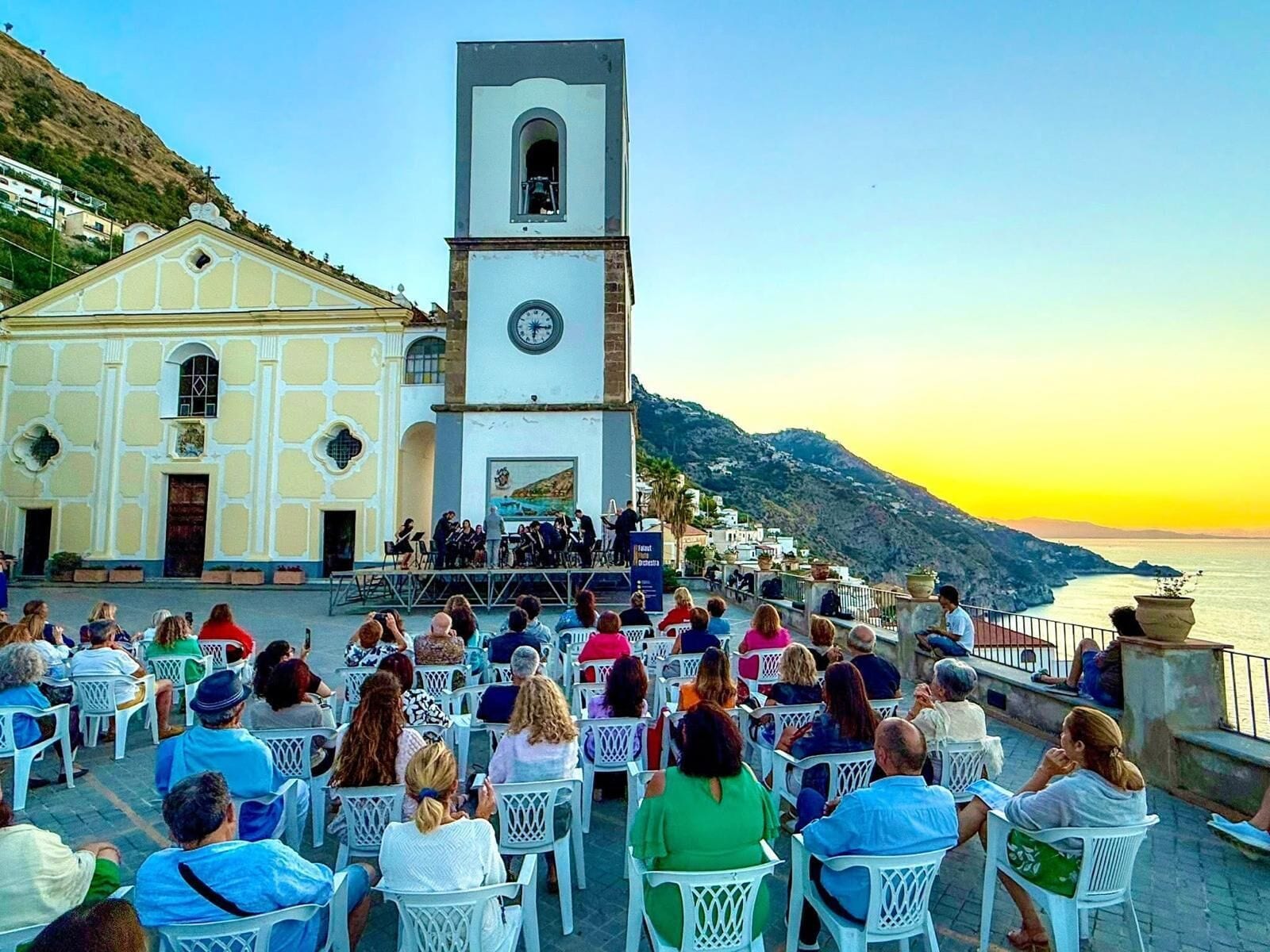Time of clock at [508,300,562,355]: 6:15
